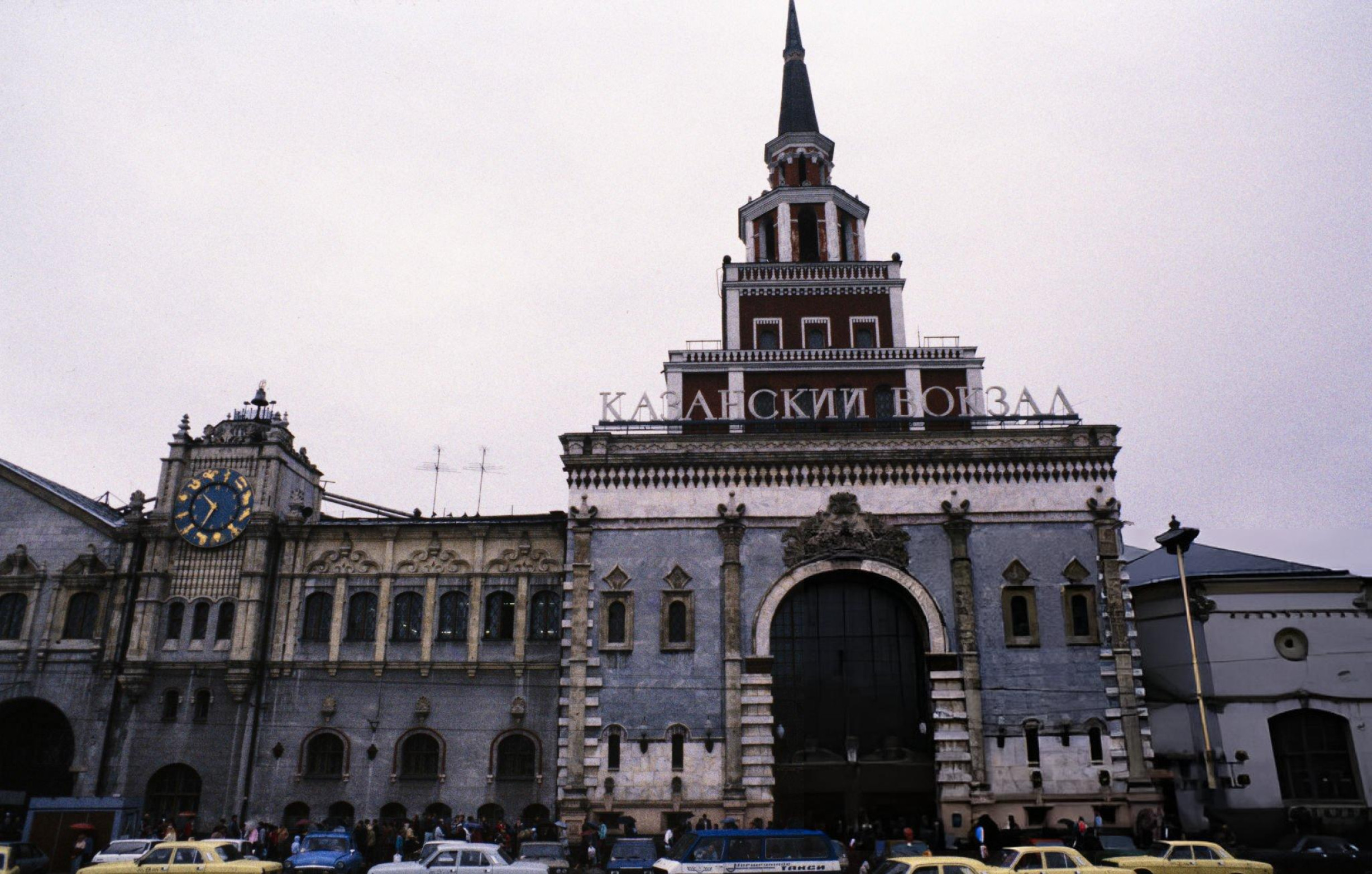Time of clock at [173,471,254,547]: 6:52
